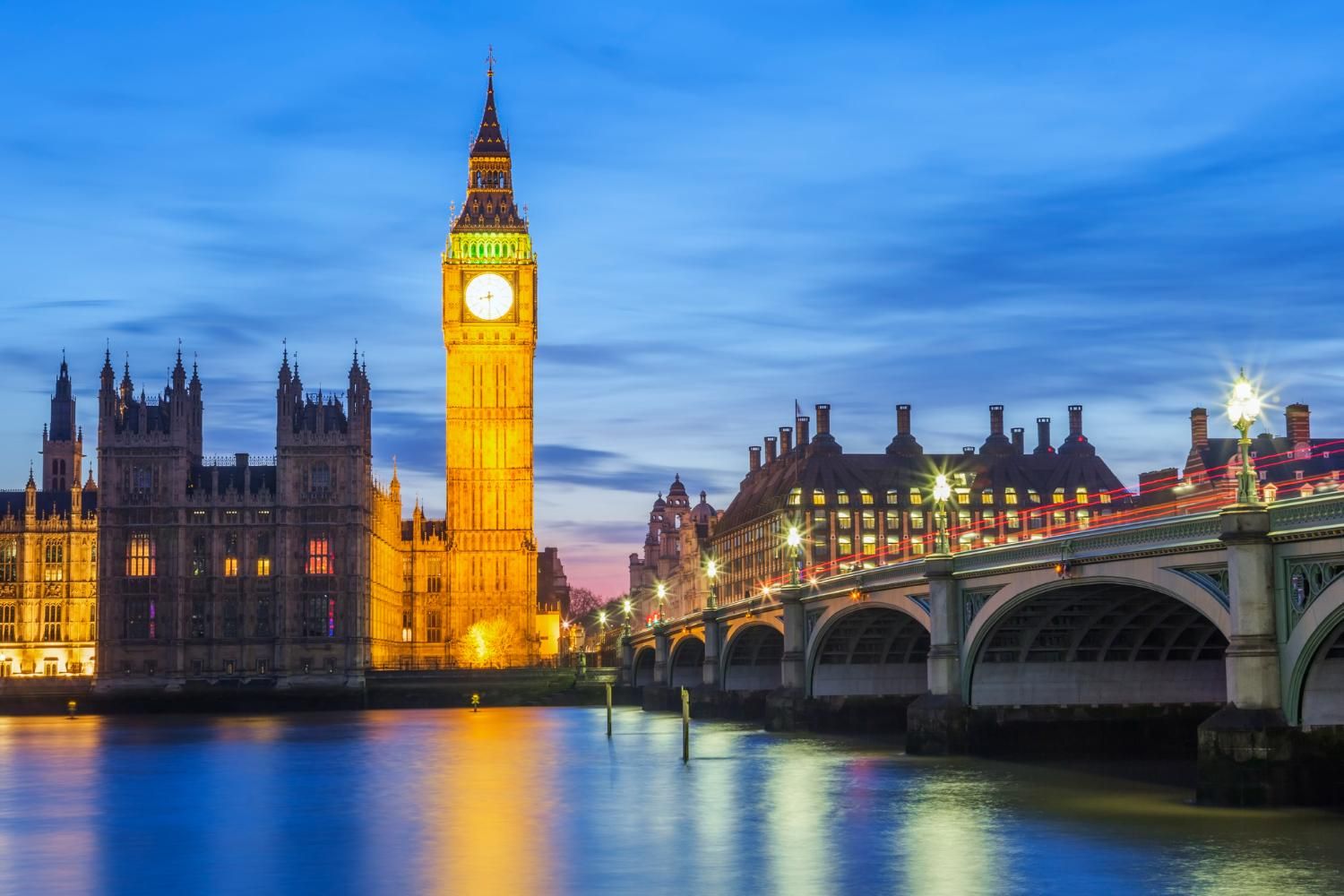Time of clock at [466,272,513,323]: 8:29
